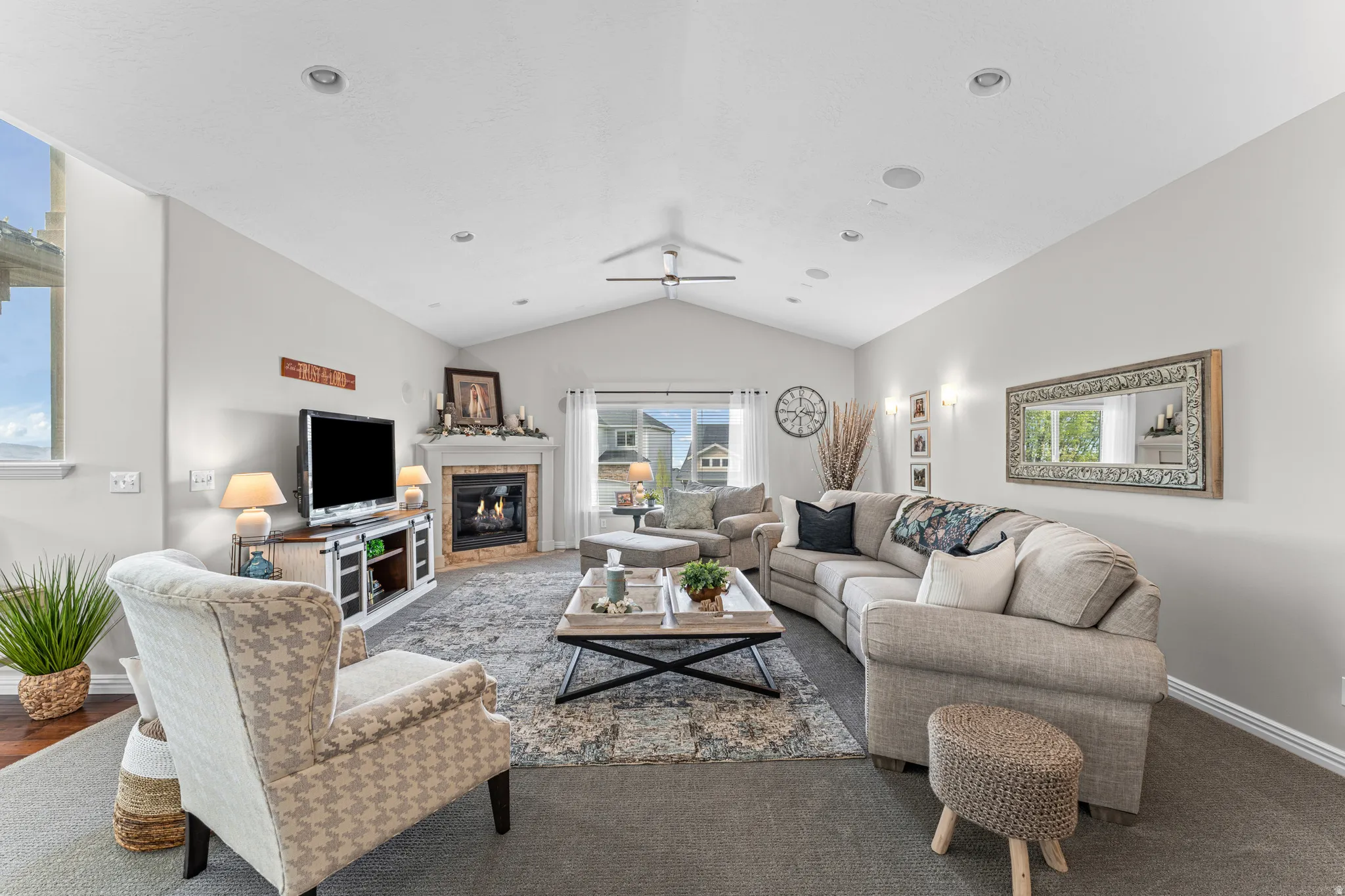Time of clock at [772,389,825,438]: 7:15
